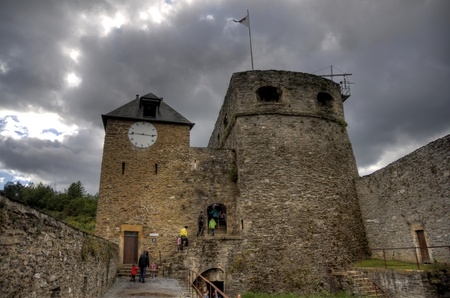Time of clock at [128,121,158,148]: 9:15
